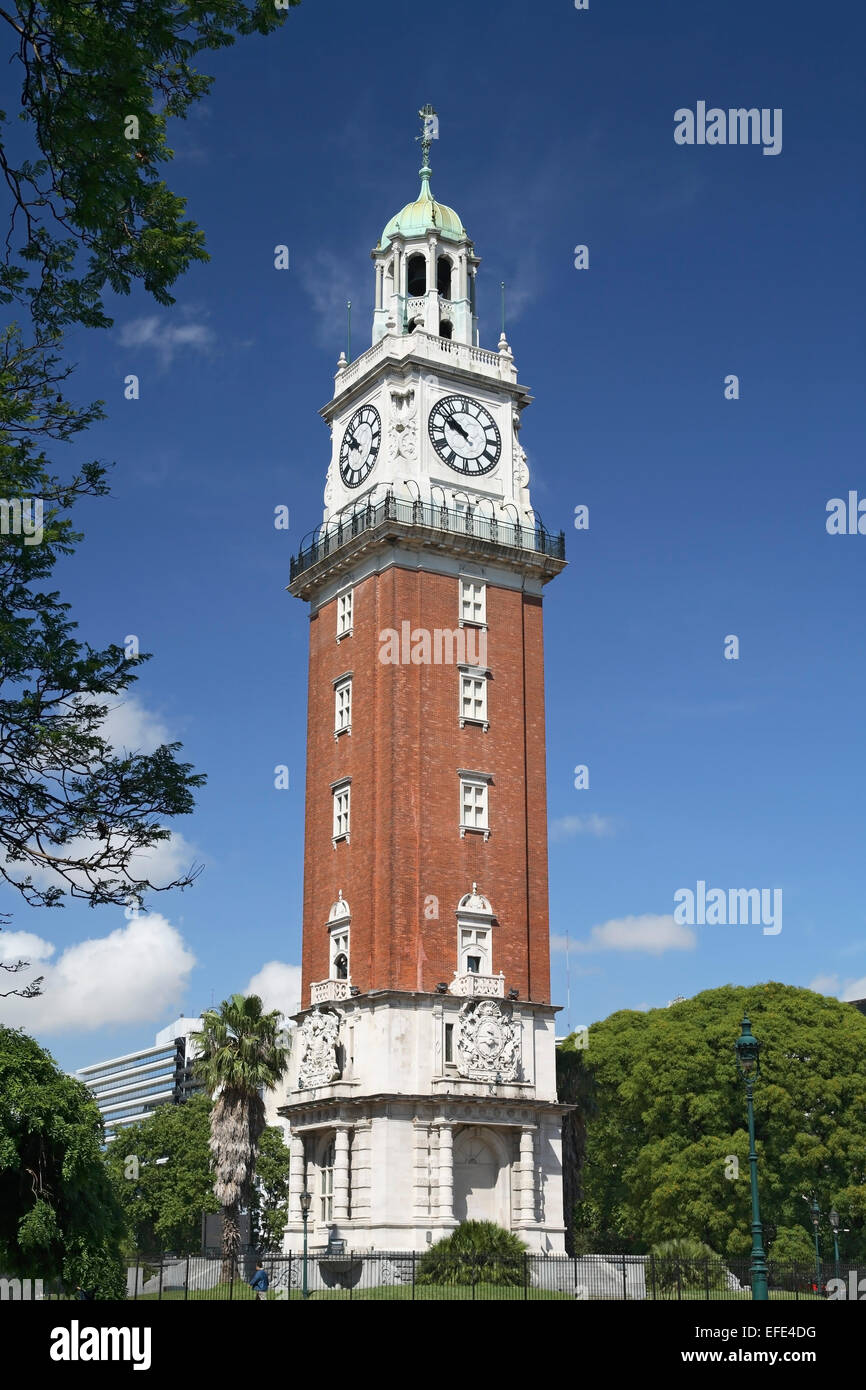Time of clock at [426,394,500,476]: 9:51
